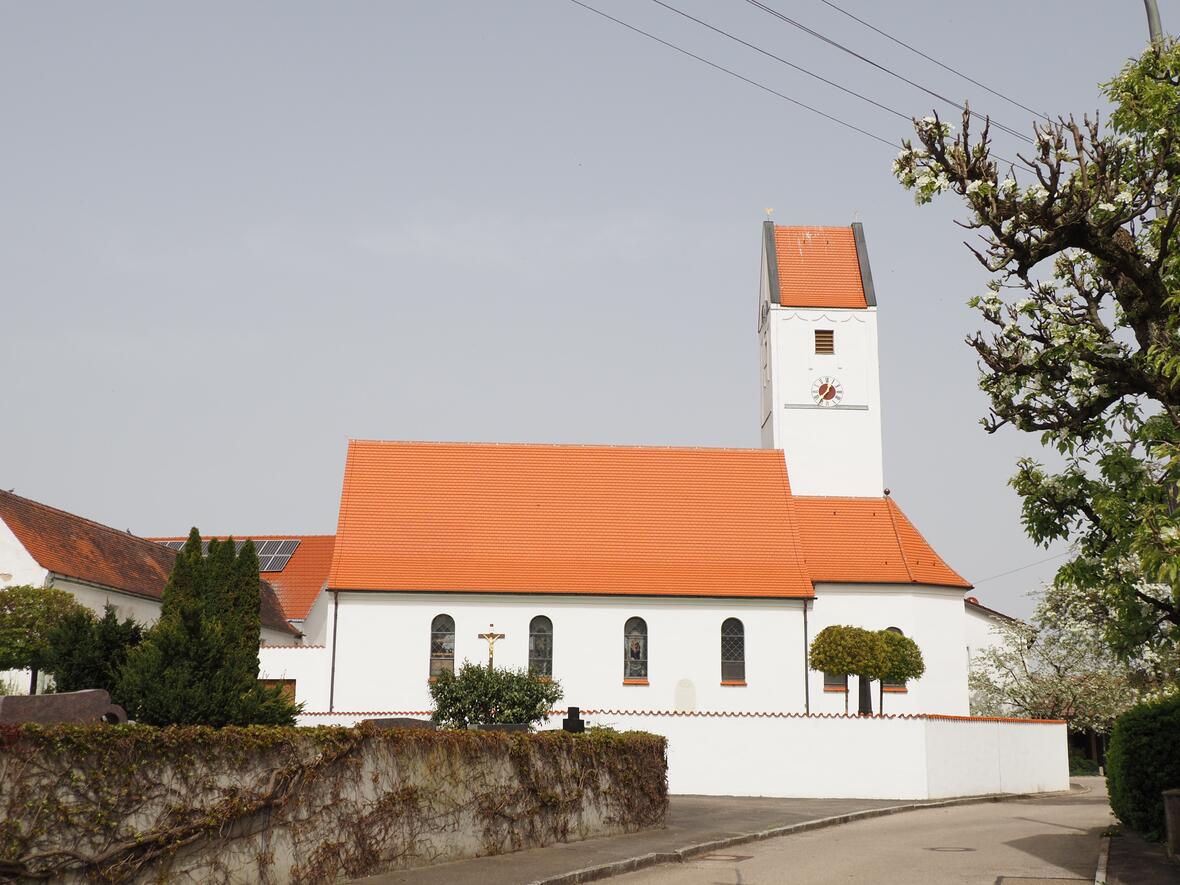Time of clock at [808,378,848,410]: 12:36
